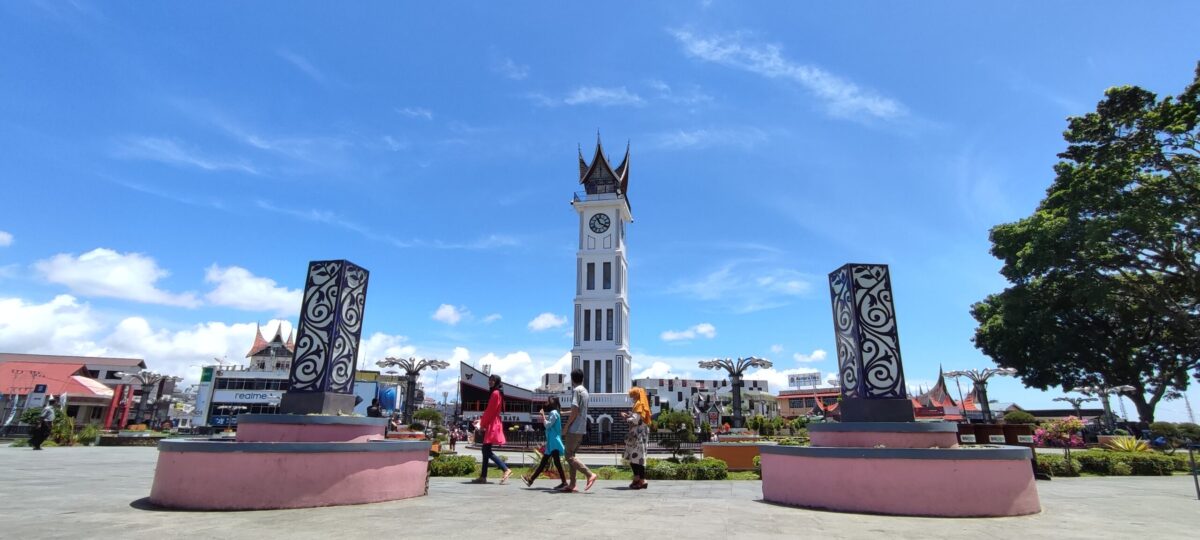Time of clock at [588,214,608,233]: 11:19
